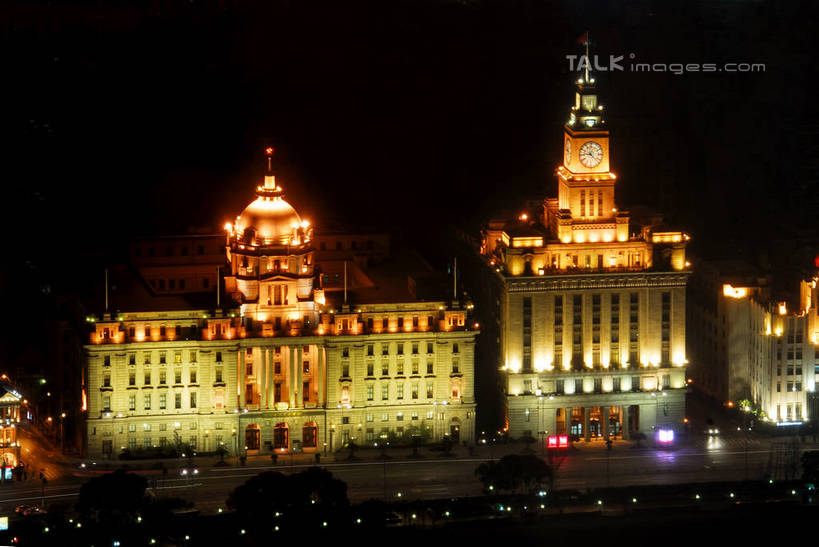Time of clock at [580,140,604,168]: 9:22
